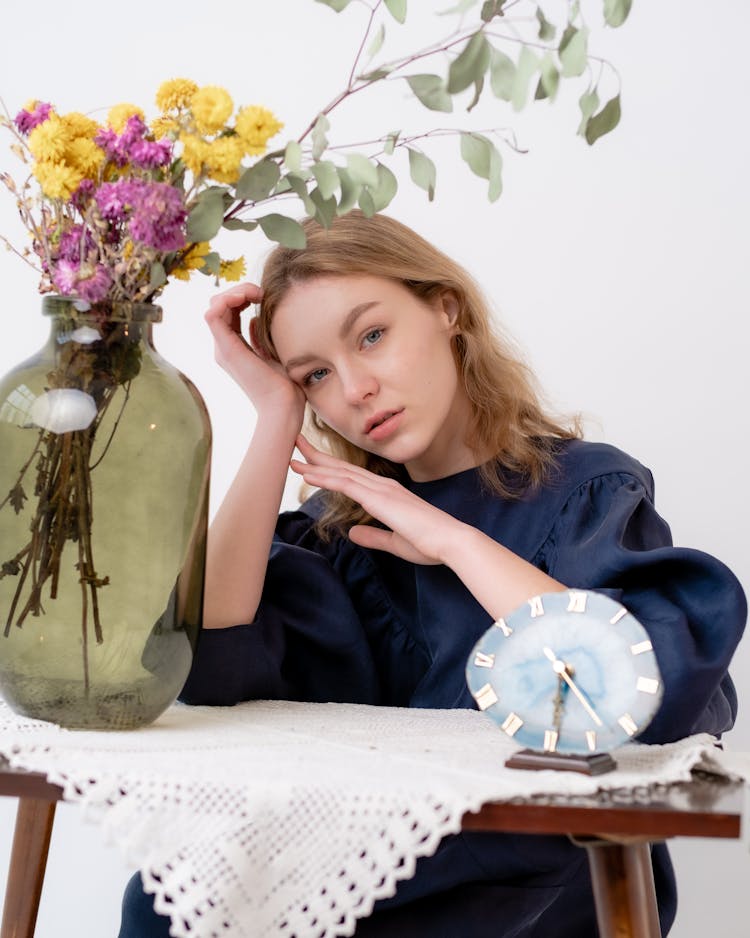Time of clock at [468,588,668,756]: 4:29
